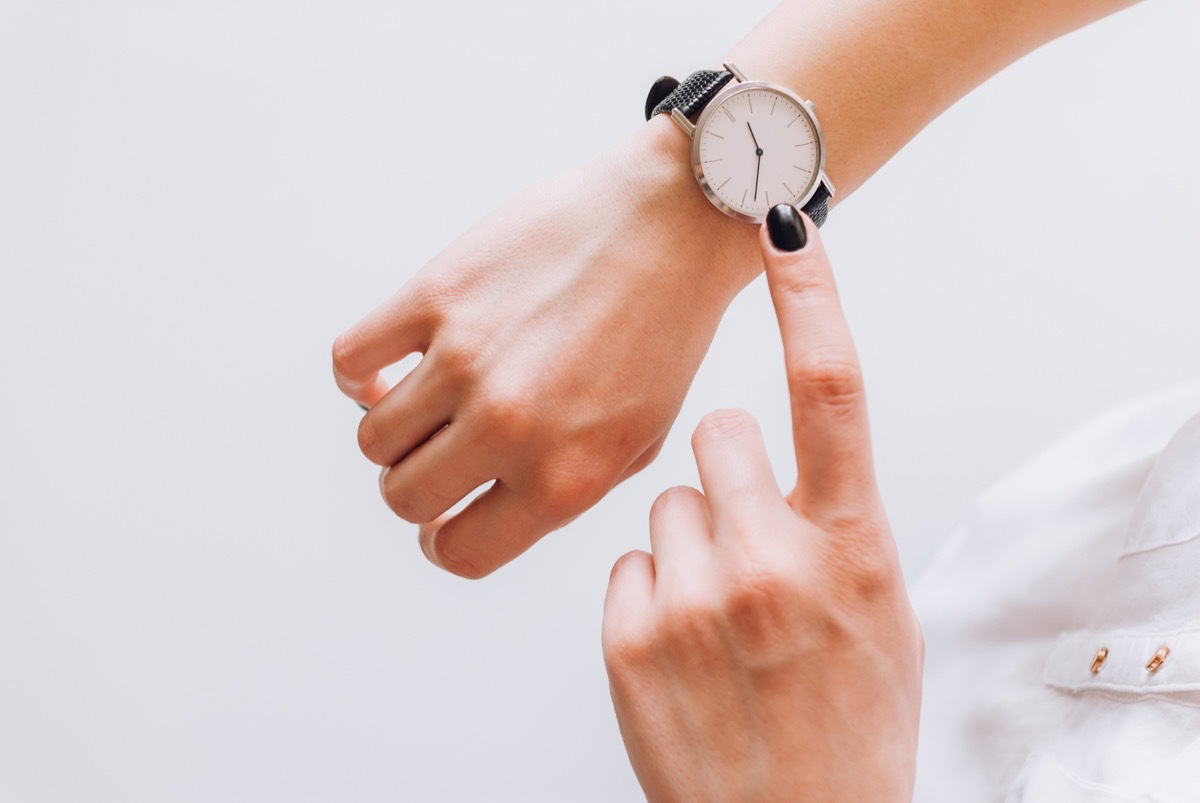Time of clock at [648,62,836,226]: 11:32
